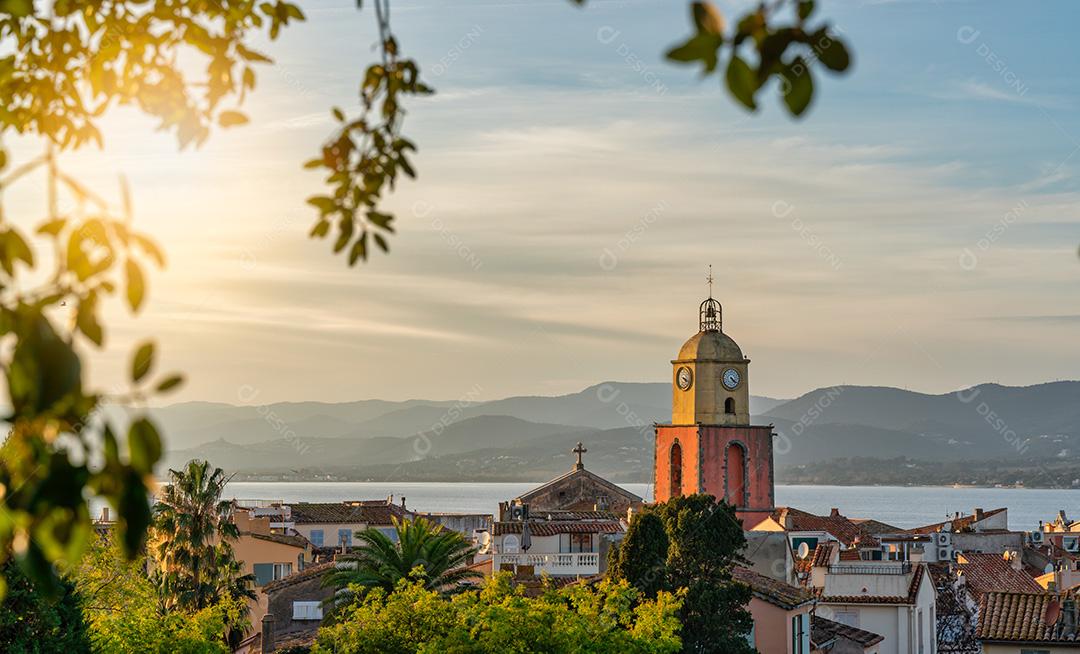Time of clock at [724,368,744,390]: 4:21
